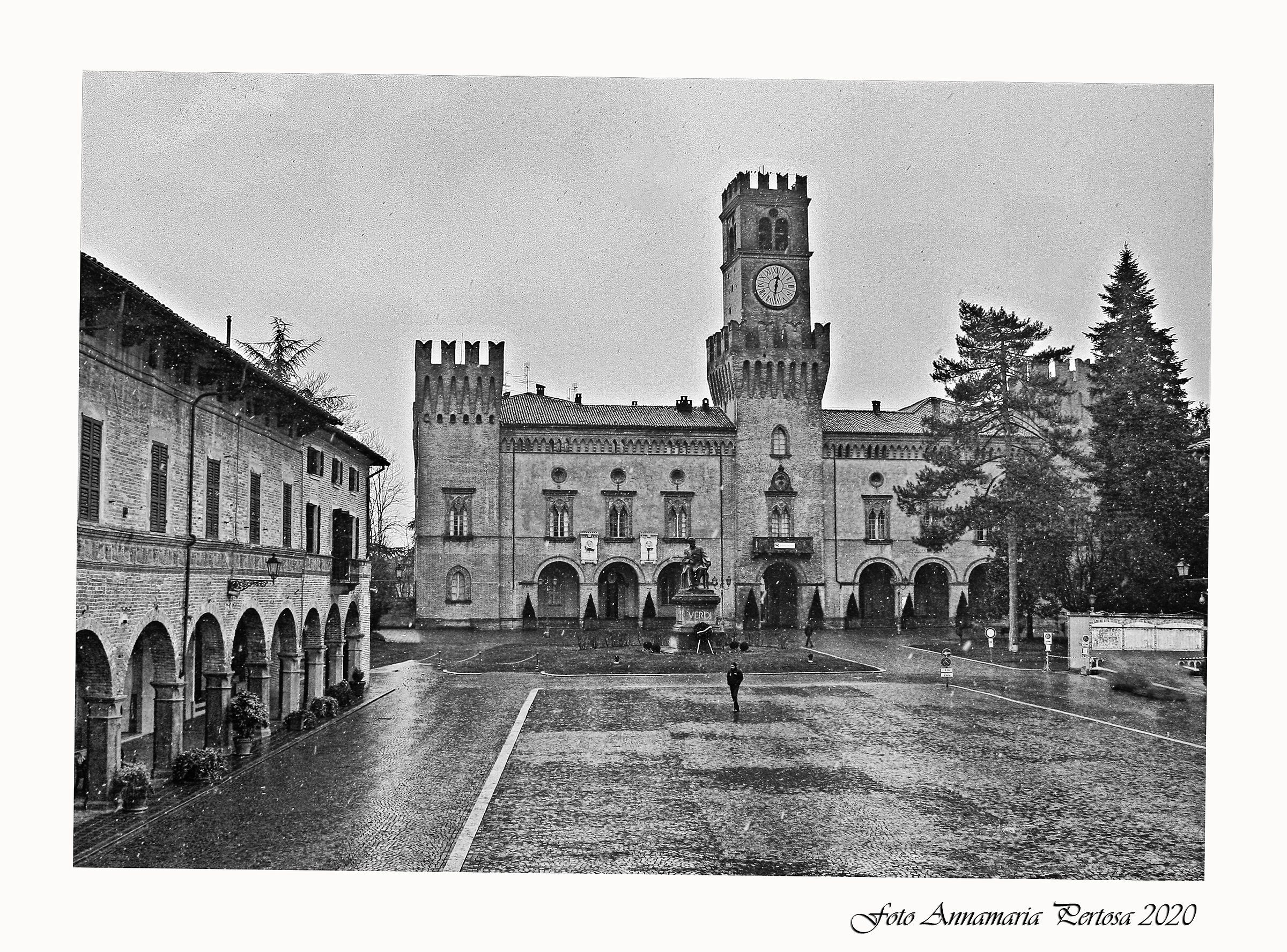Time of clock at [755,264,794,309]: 12:30
